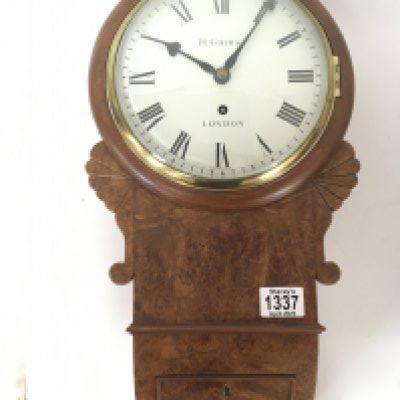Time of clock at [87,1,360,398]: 10:05
